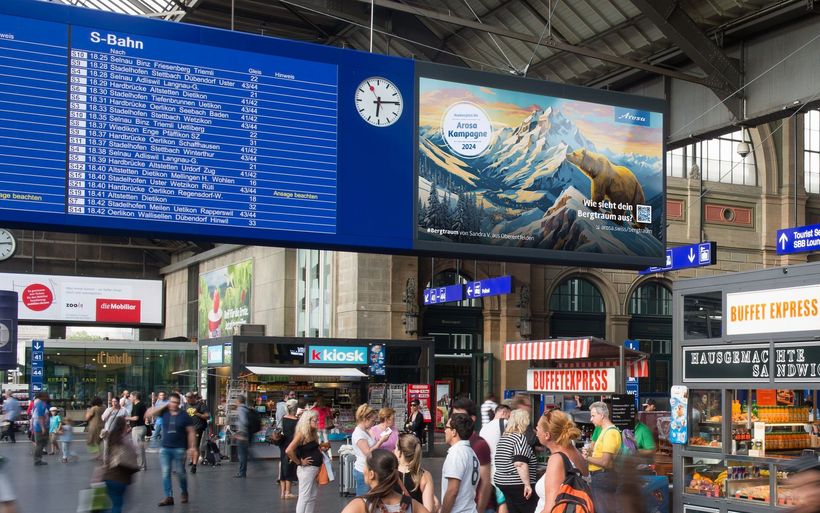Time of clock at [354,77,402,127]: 6:14
